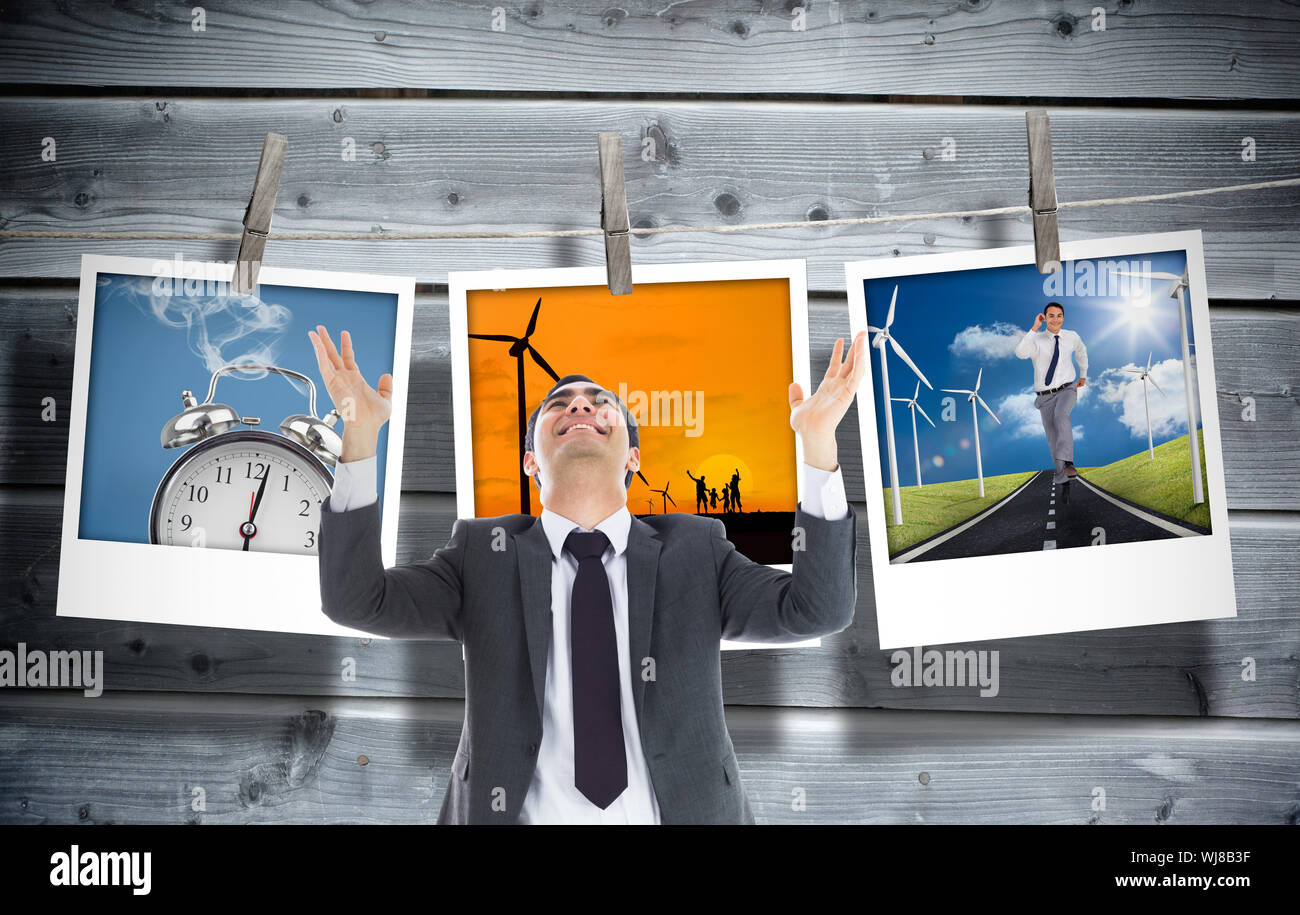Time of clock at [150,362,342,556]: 12:01
